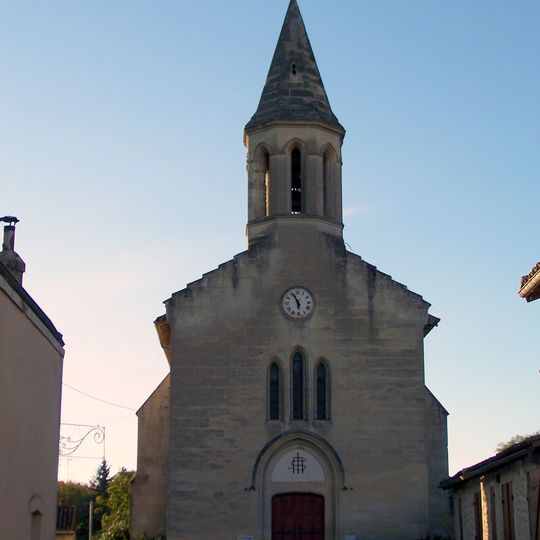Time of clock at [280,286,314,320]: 5:55
